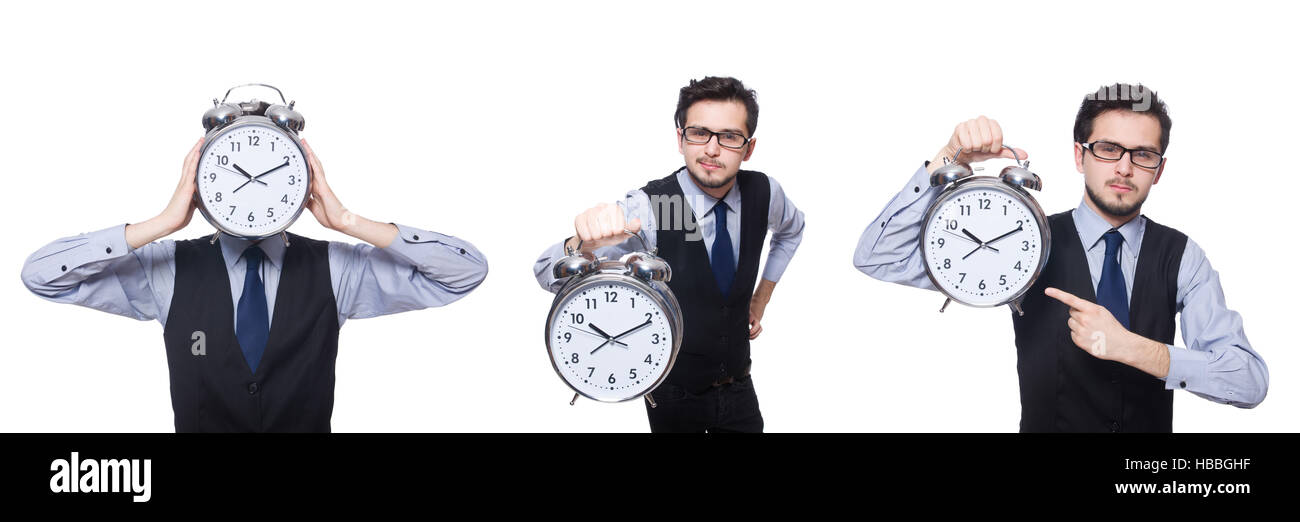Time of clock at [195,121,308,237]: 10:10
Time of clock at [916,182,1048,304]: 10:10
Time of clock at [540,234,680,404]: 10:10
